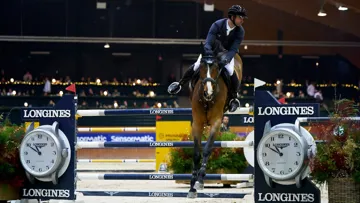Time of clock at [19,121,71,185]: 10:50
